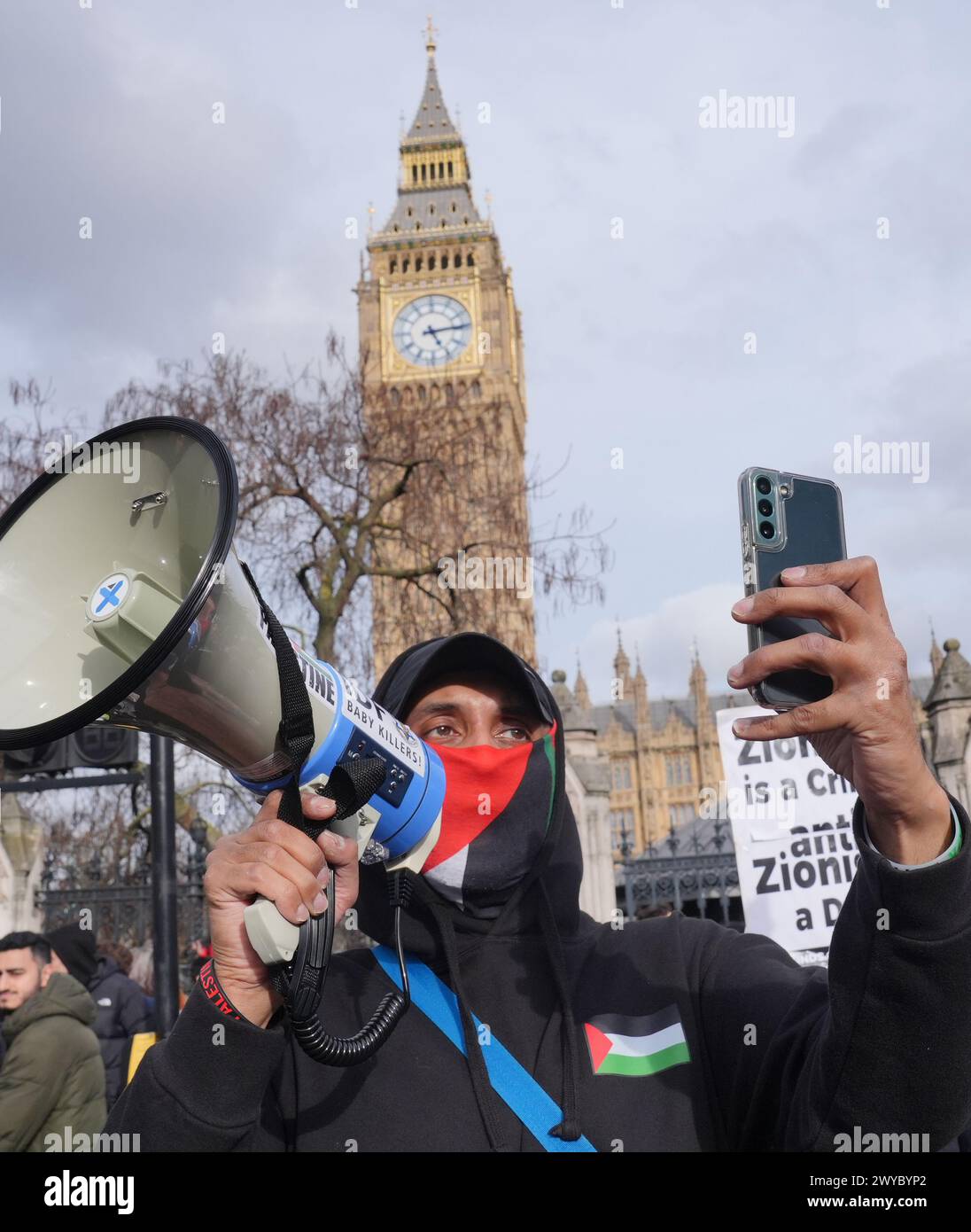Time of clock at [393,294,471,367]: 5:13
